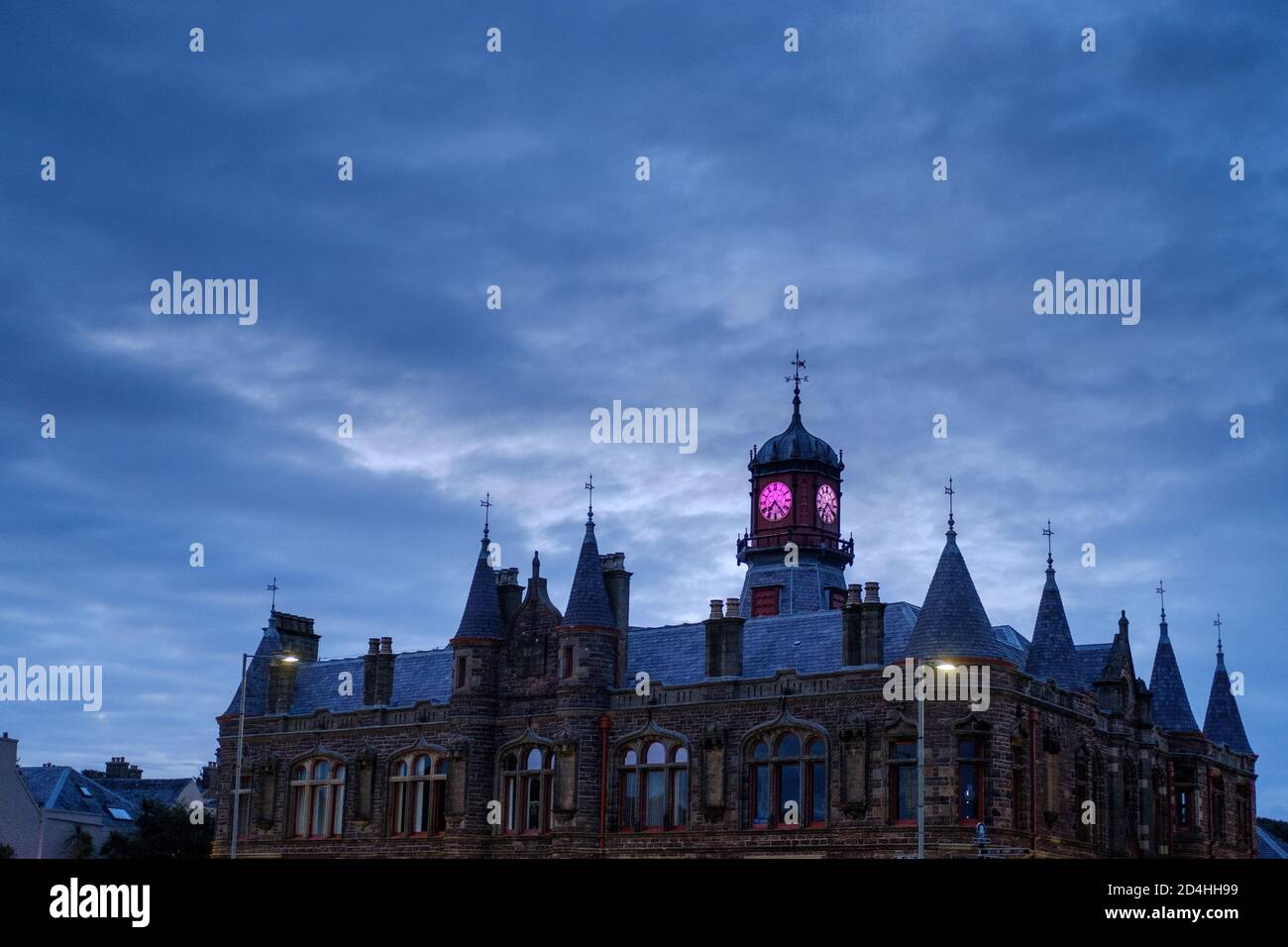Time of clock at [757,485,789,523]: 7:23
